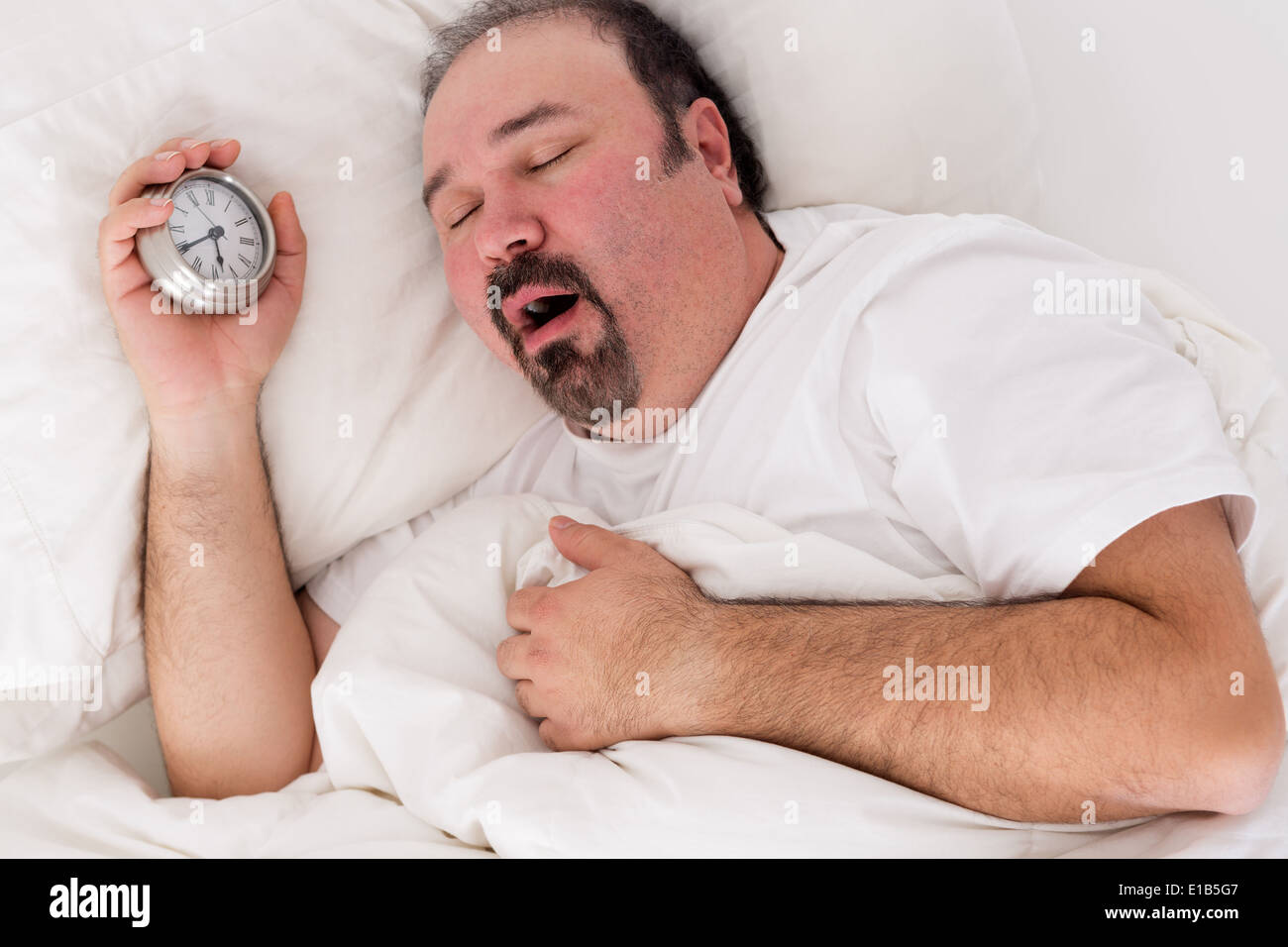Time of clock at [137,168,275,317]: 5:39
